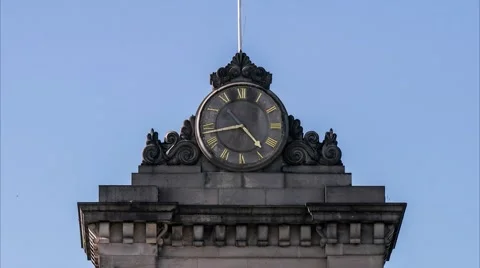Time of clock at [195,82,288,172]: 4:43
